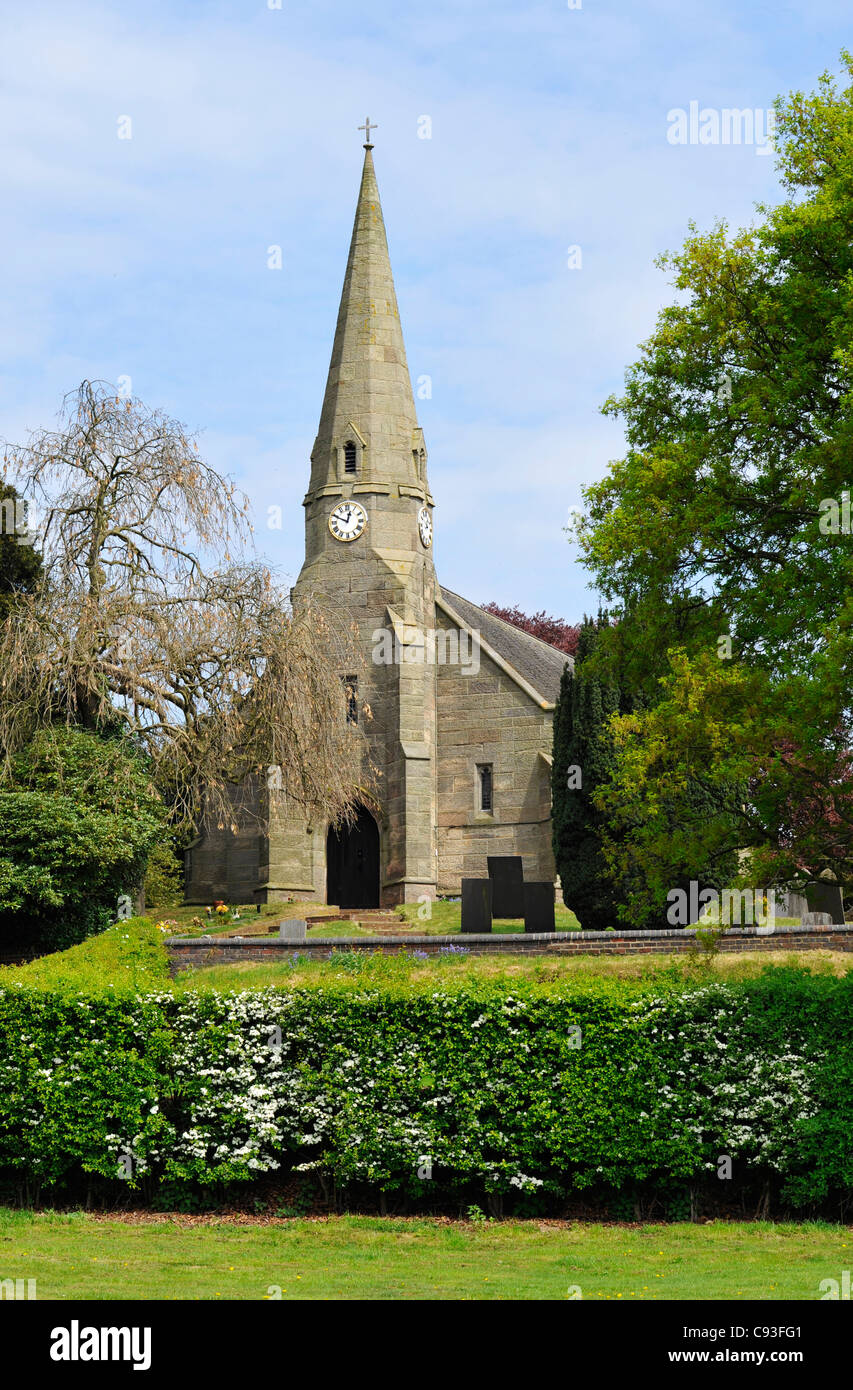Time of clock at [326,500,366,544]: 12:49
